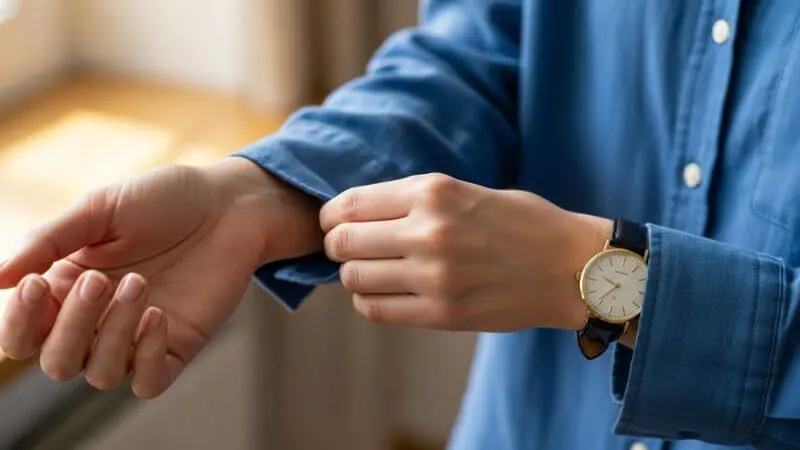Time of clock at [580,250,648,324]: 9:36
